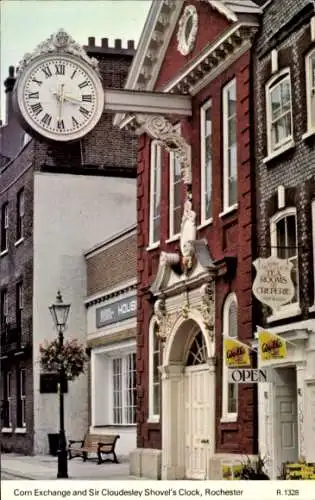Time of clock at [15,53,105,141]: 3:30
